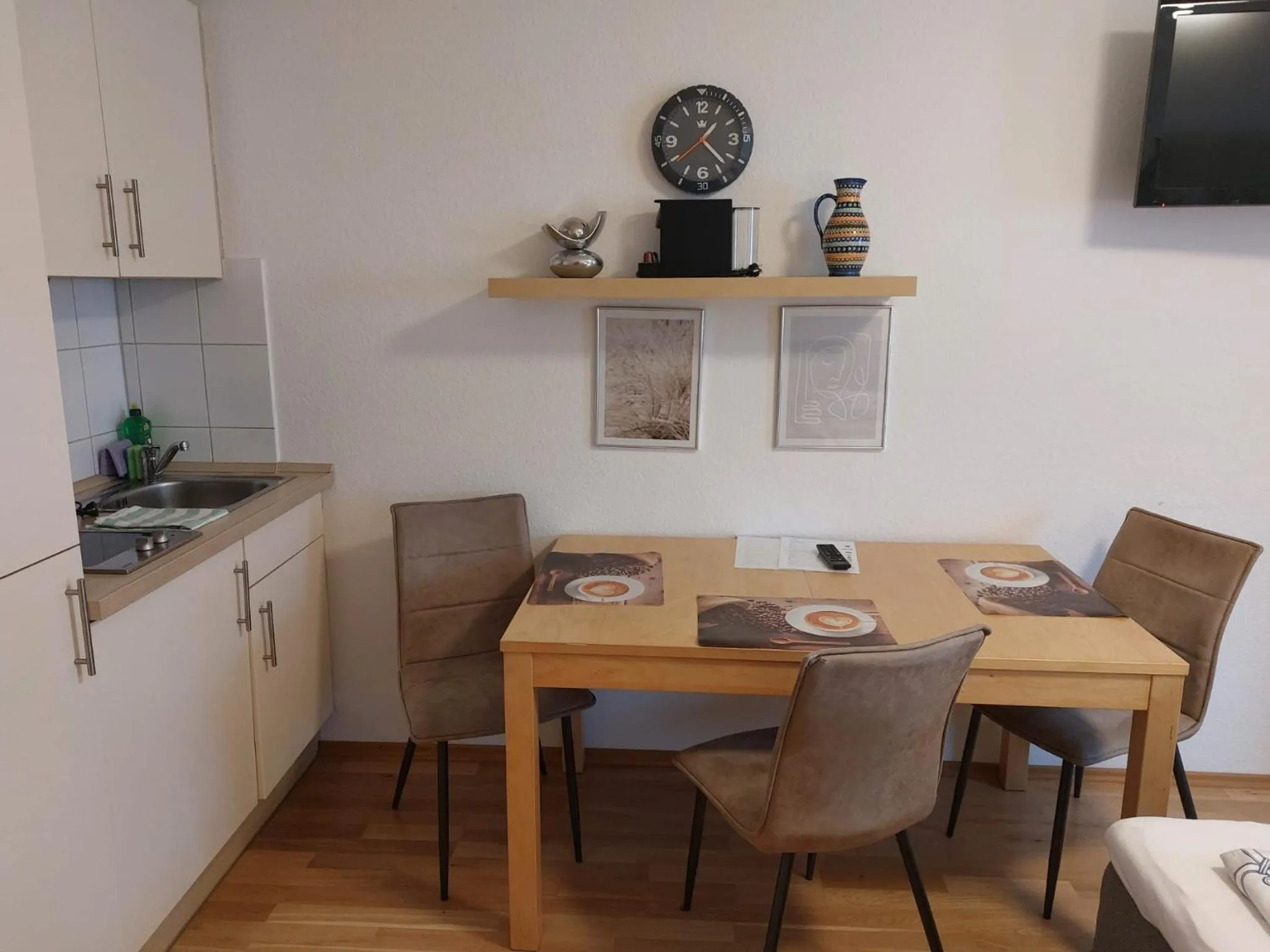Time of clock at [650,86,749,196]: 1:22
